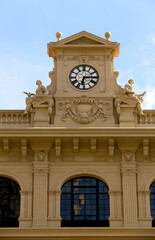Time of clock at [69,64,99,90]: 6:15
